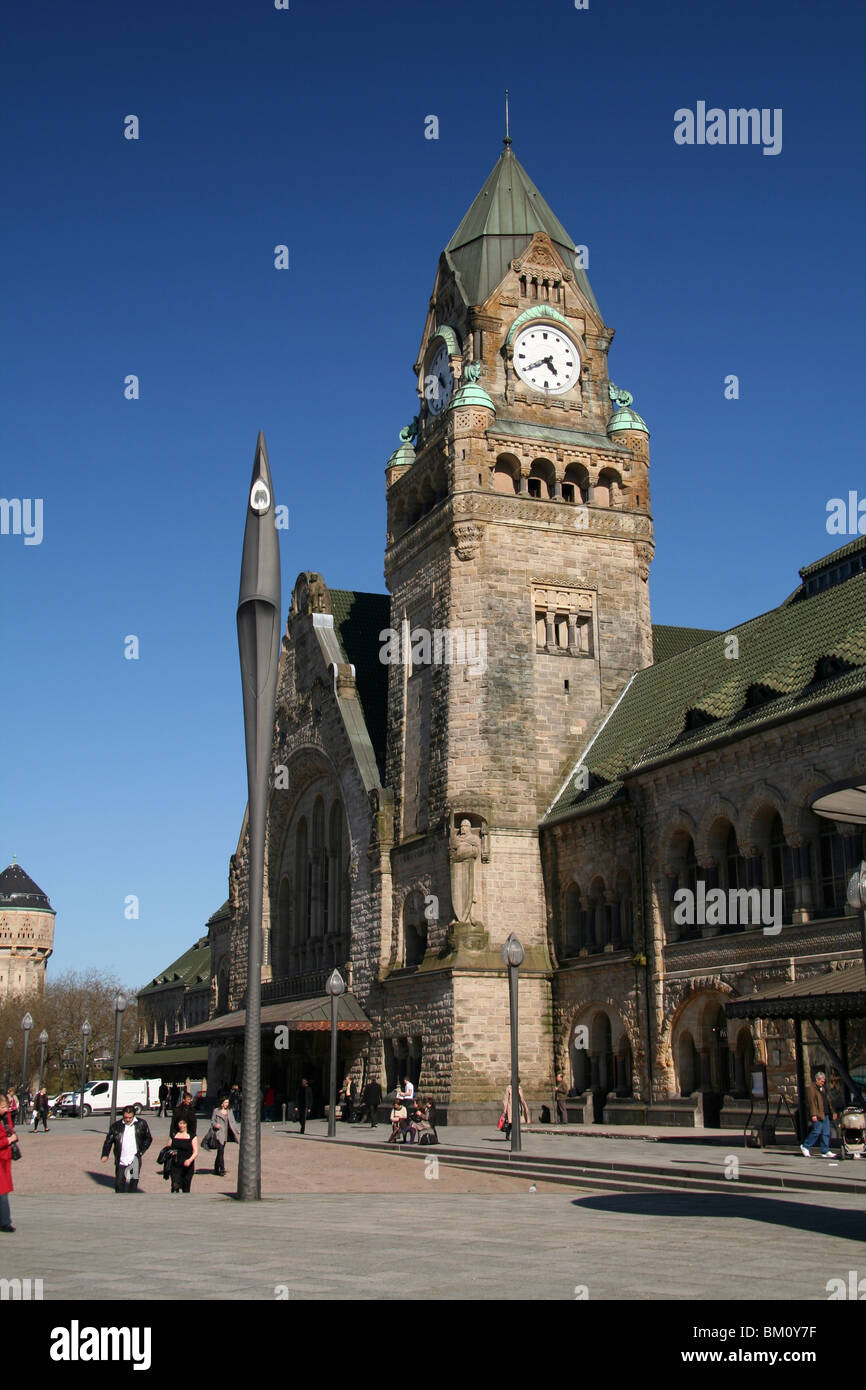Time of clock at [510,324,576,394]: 4:39
